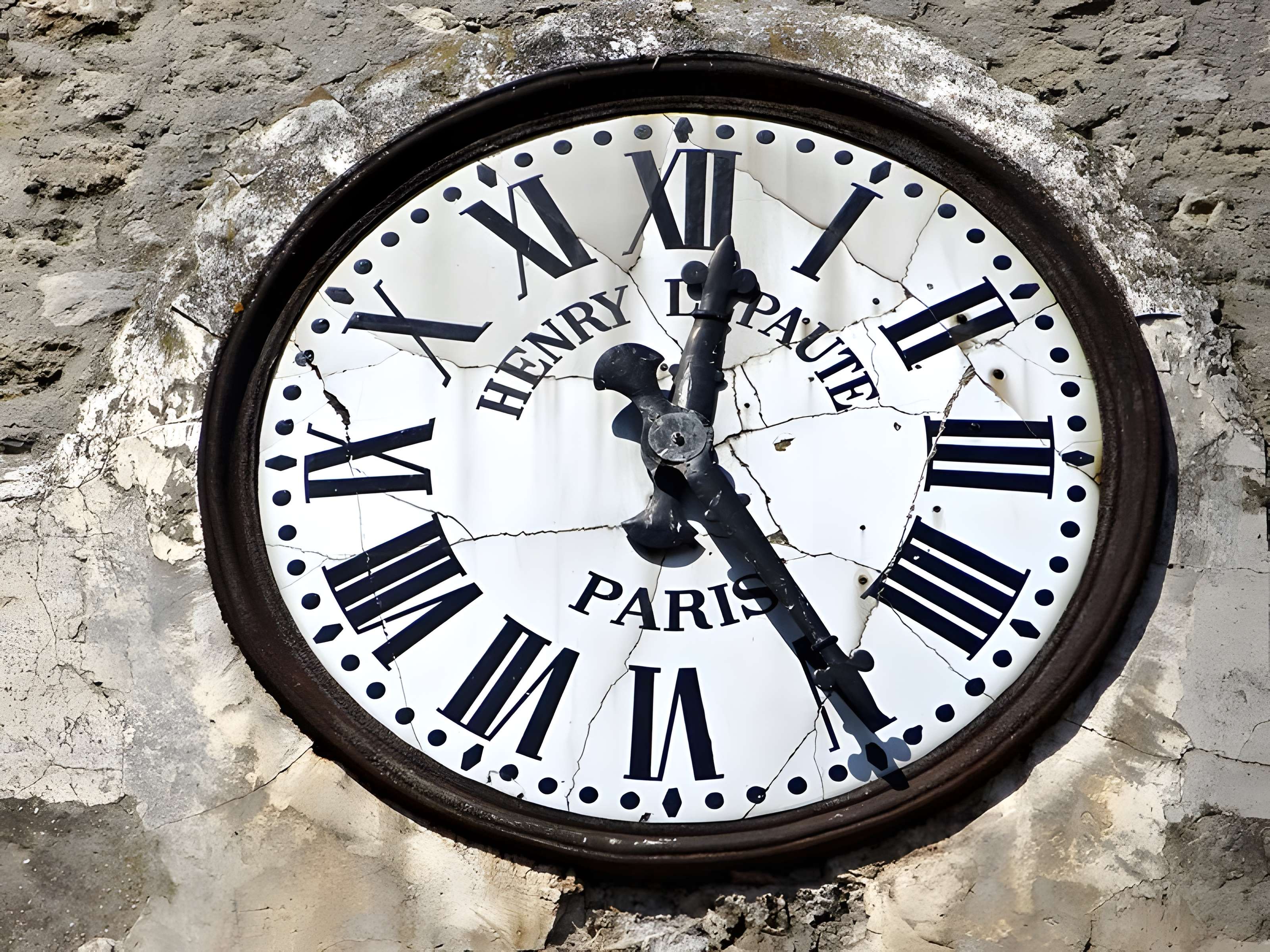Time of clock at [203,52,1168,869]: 12:24
